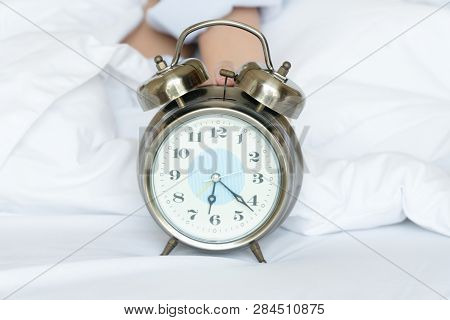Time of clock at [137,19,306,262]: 6:21
